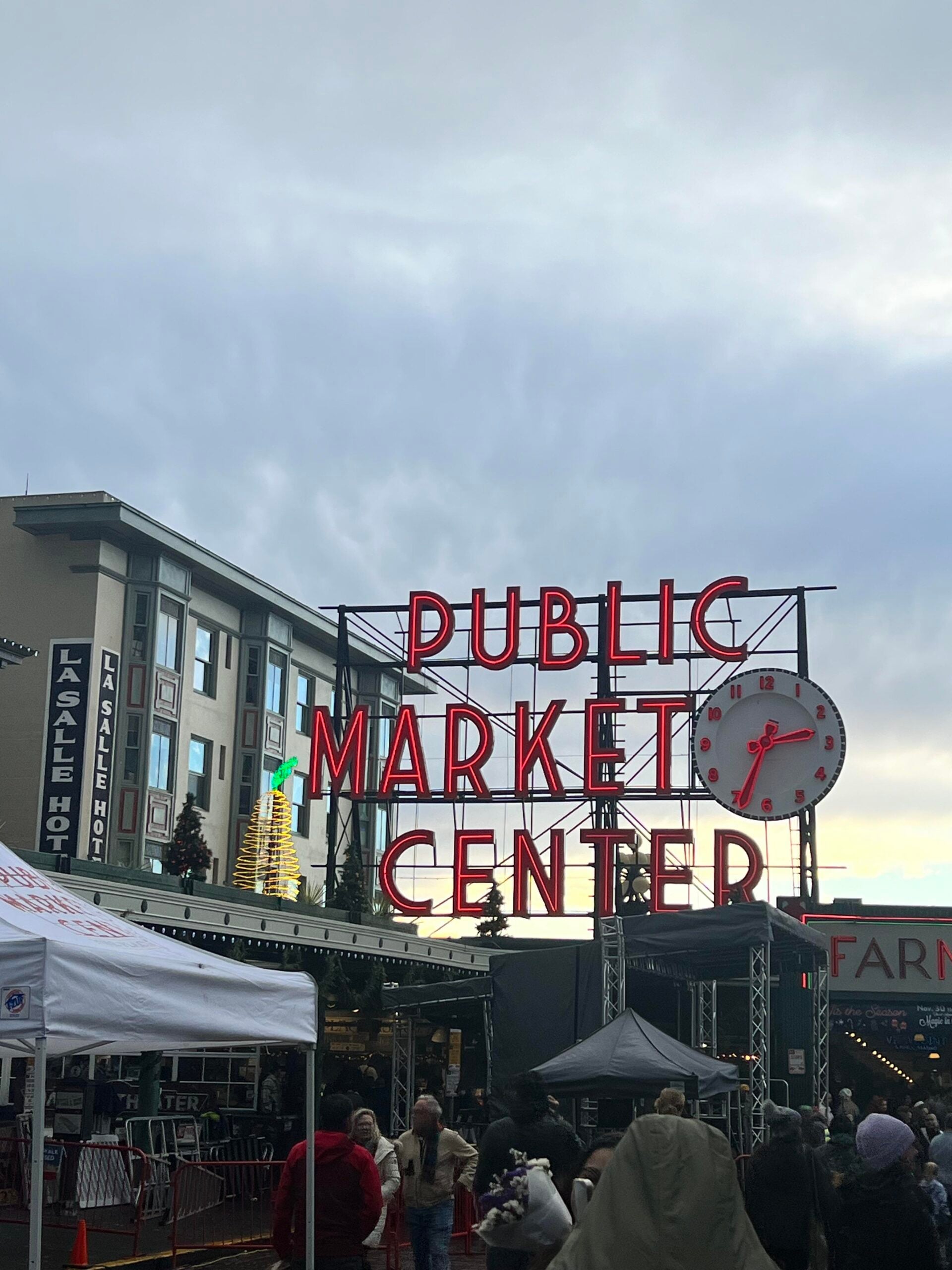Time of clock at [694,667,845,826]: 2:33
